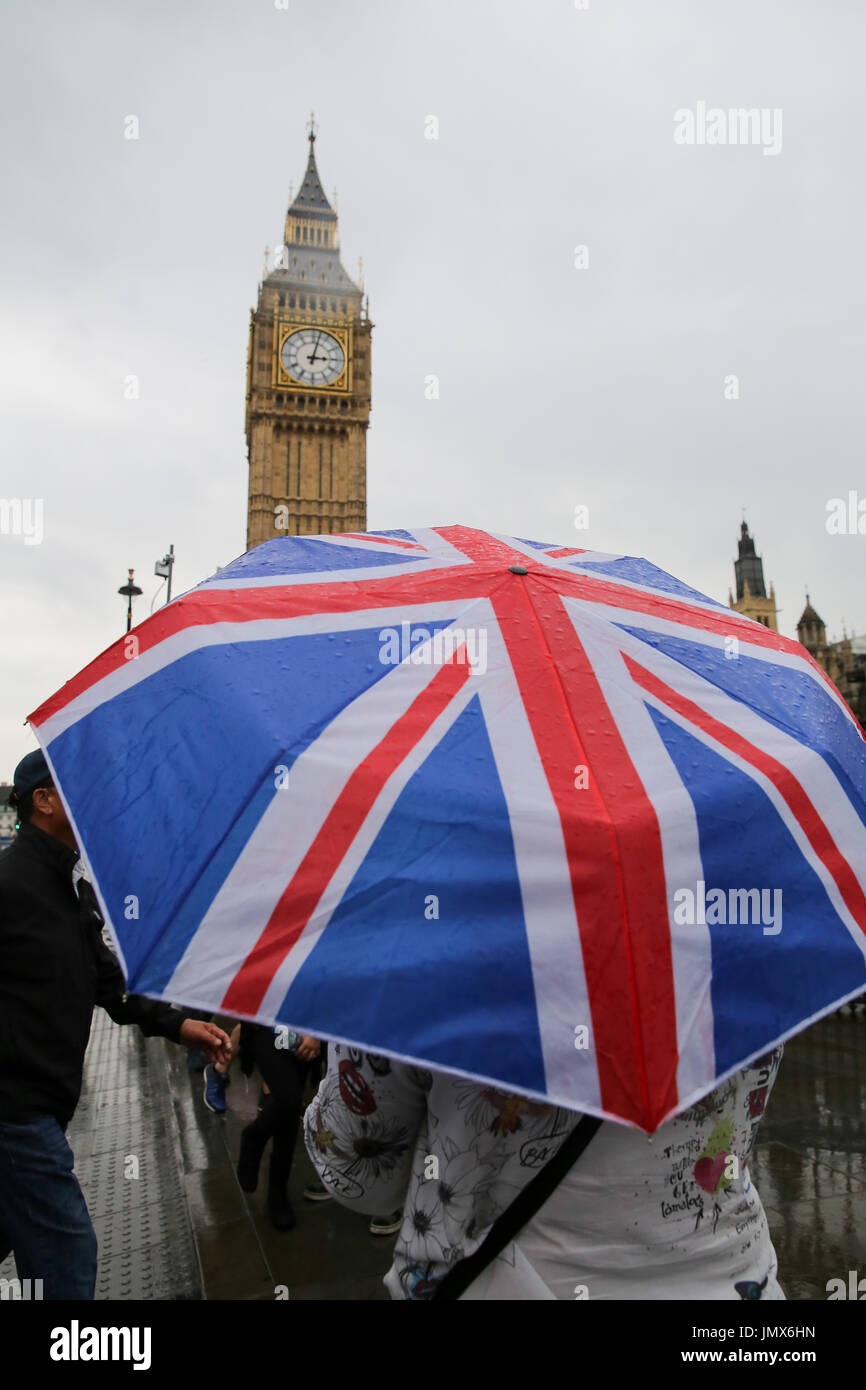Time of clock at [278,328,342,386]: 3:02
